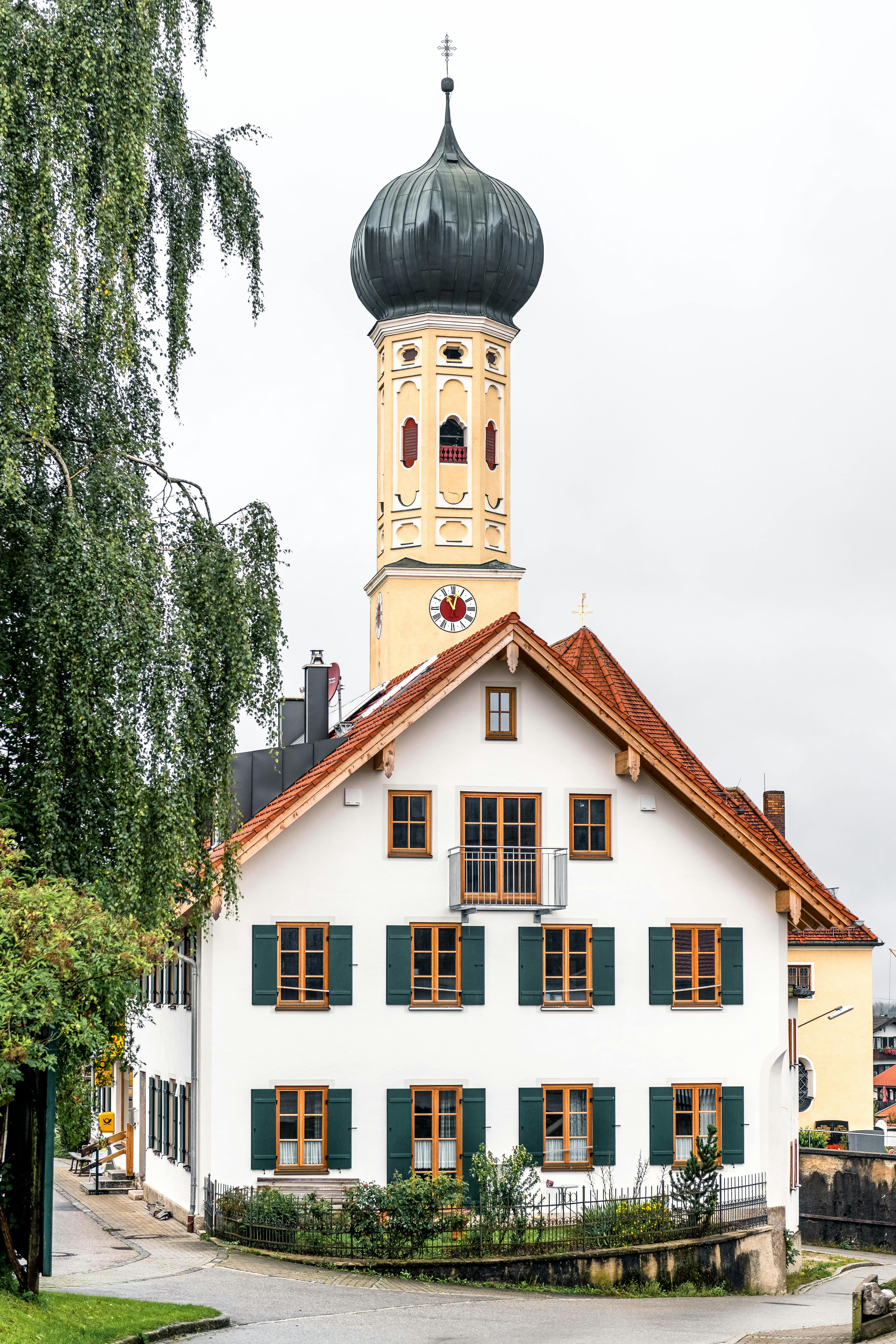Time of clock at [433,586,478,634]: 11:02
